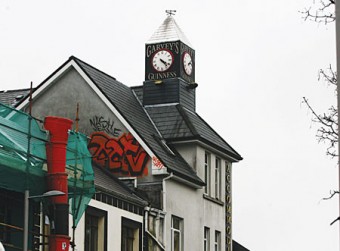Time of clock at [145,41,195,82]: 4:20
